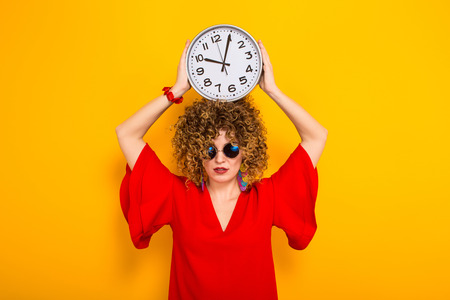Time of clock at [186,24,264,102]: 10:04
